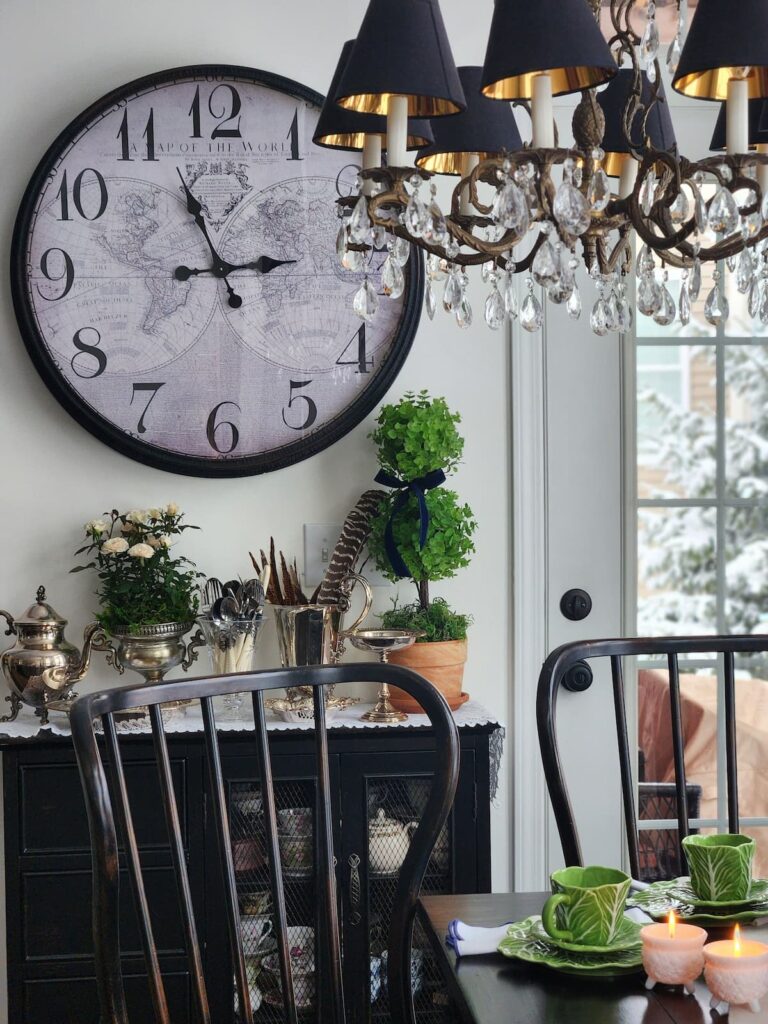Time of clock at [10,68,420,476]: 2:56
